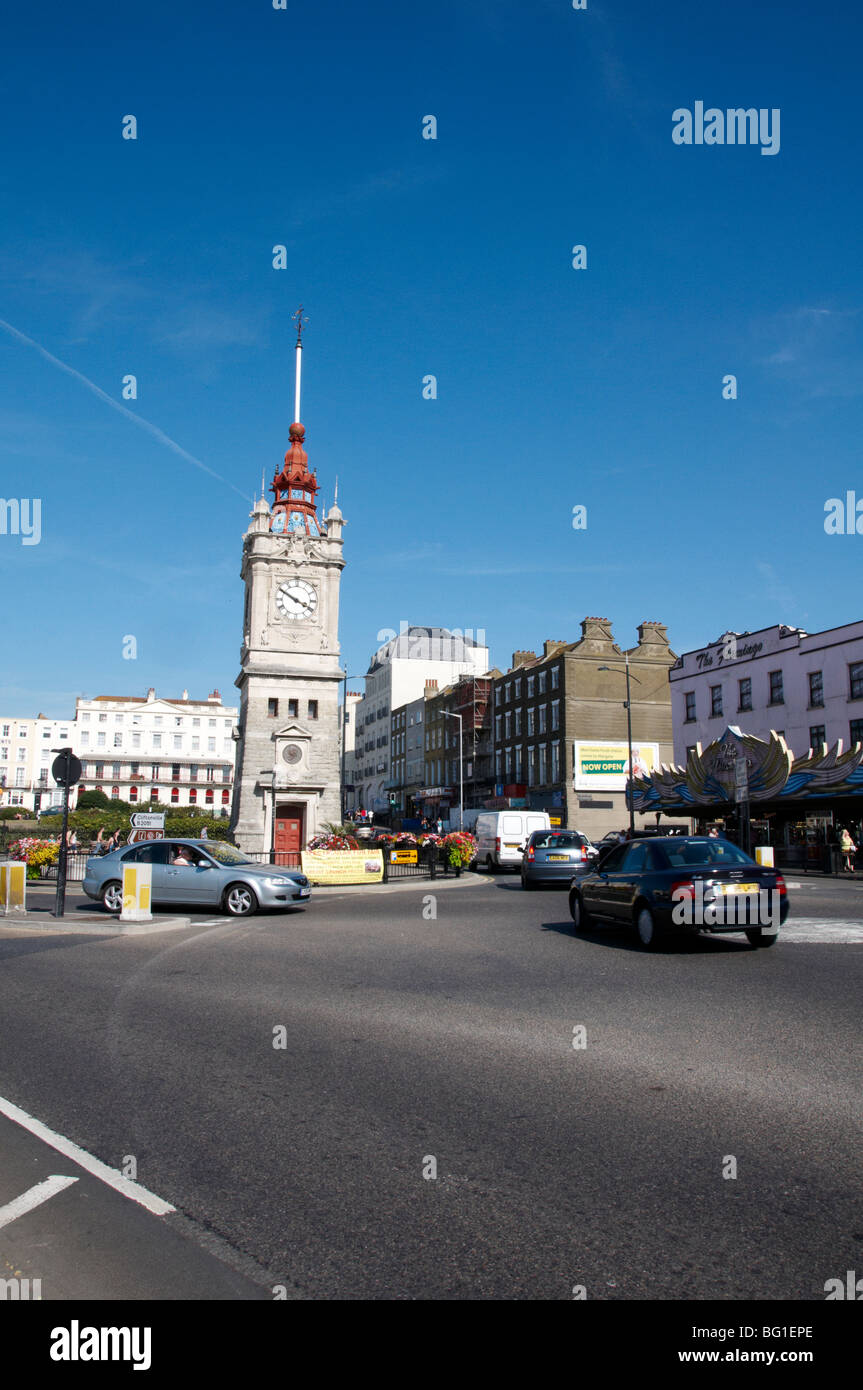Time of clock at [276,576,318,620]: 3:50
